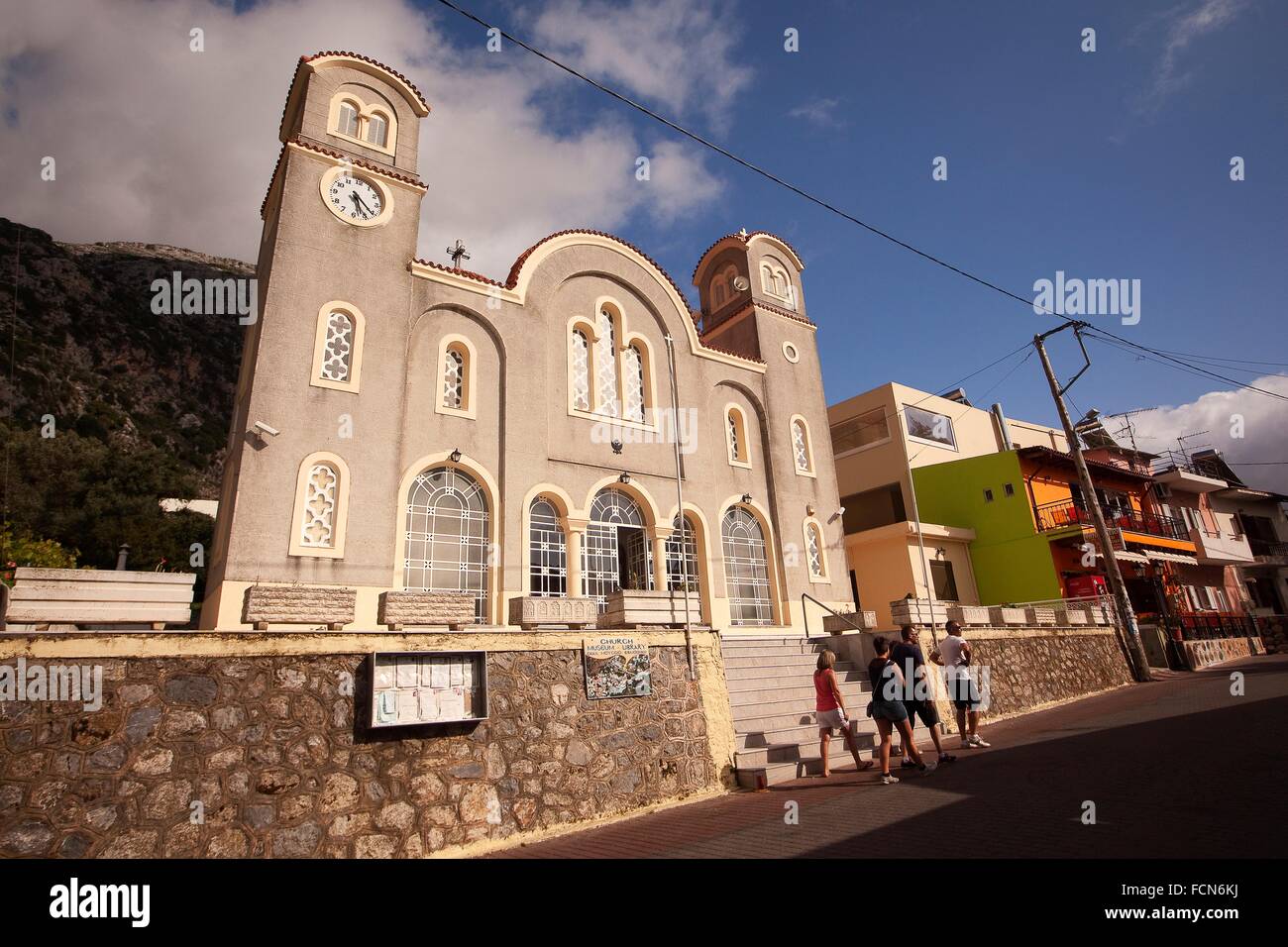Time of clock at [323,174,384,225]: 5:21
